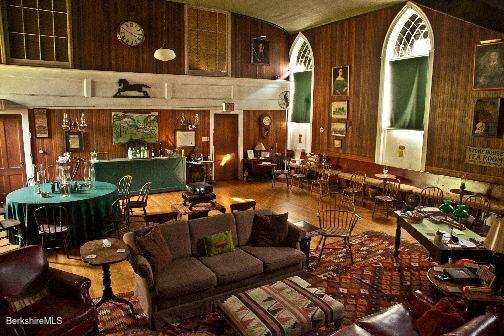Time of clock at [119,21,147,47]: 3:50
